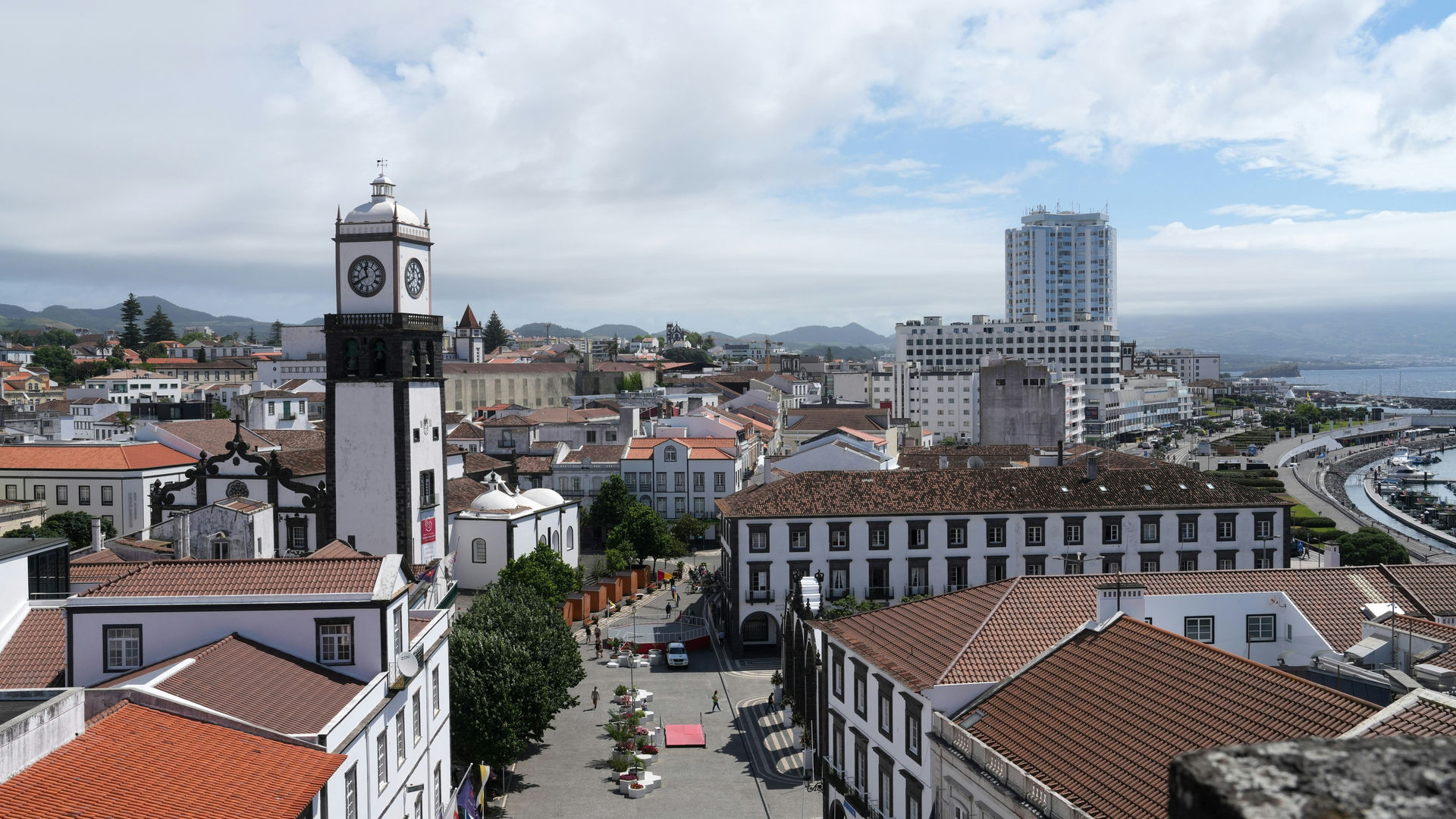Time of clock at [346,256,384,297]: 11:40
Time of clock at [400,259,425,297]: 11:40
